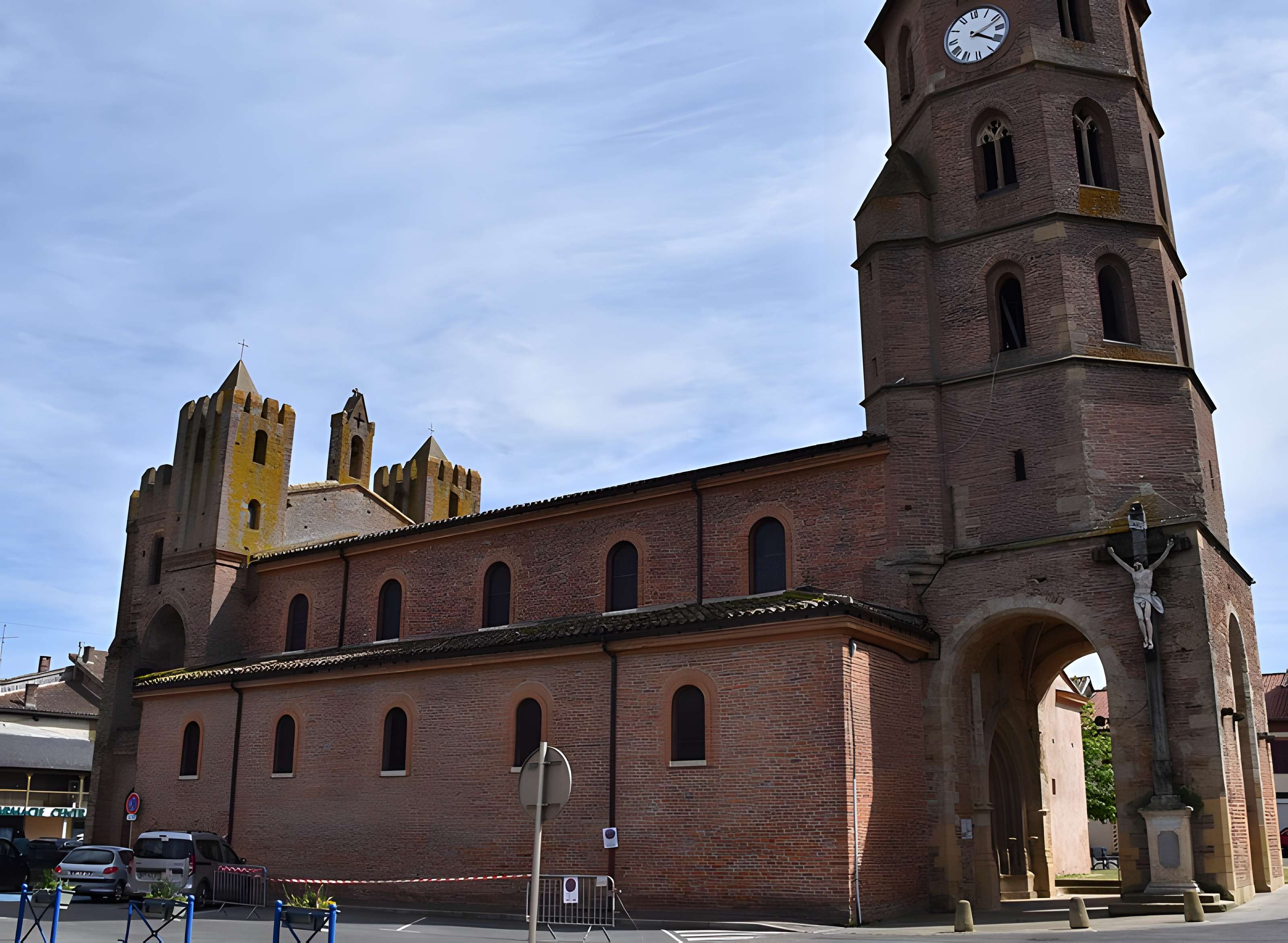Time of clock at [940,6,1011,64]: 4:11
